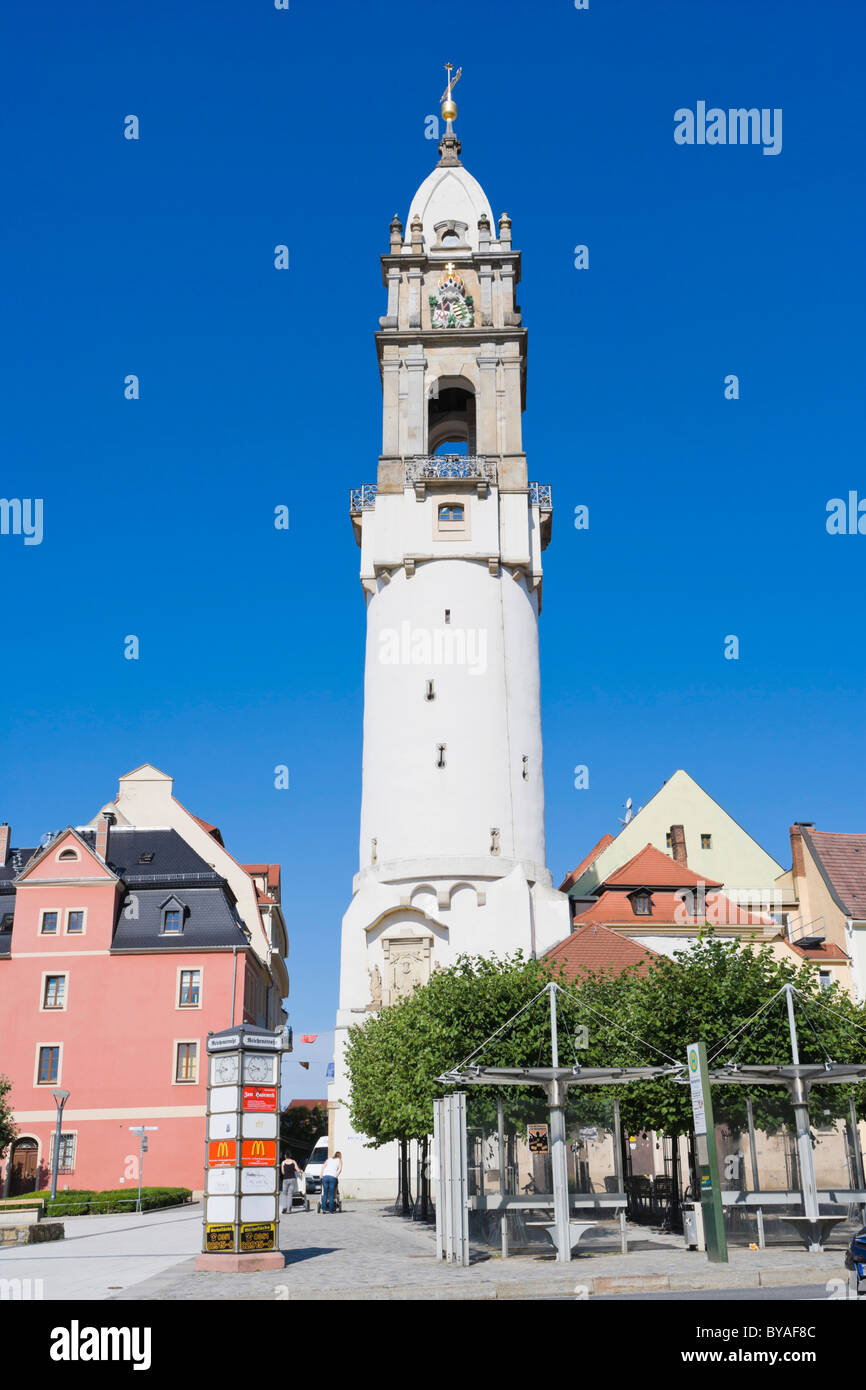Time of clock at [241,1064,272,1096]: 9:42
